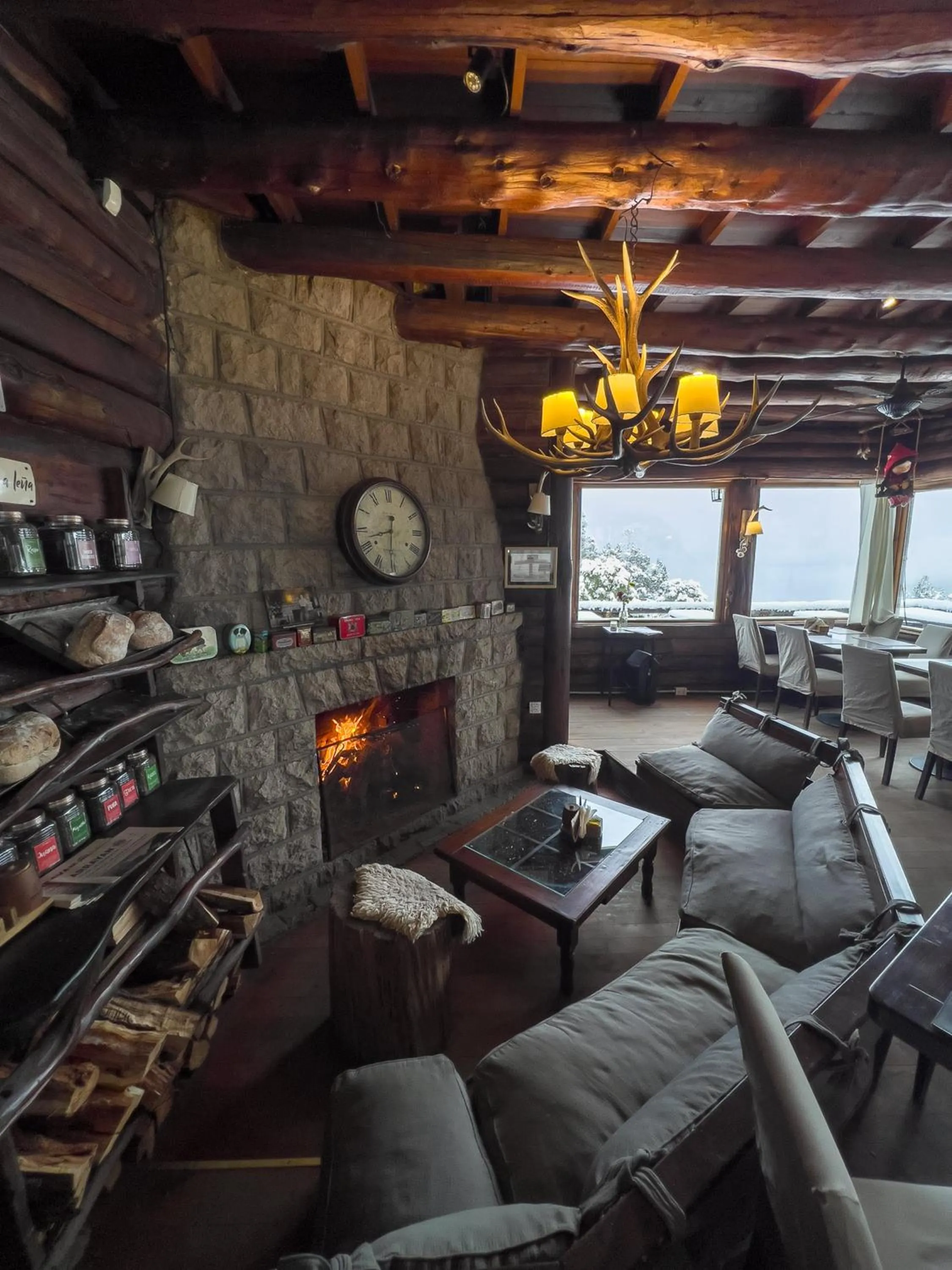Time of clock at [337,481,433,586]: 8:30
